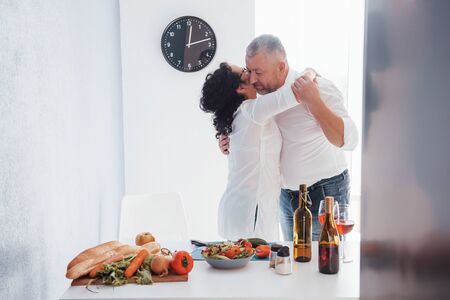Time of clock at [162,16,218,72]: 12:12
